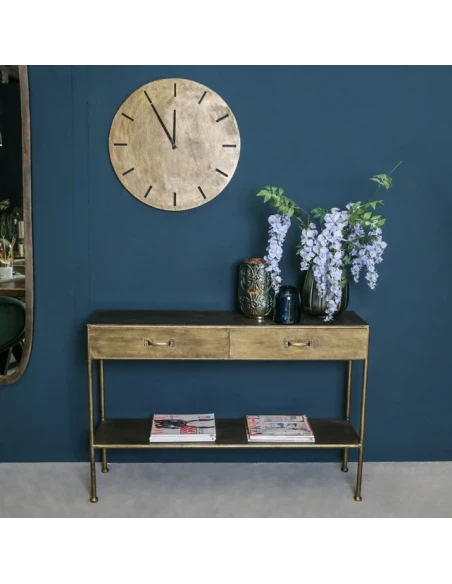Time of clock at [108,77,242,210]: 11:54
